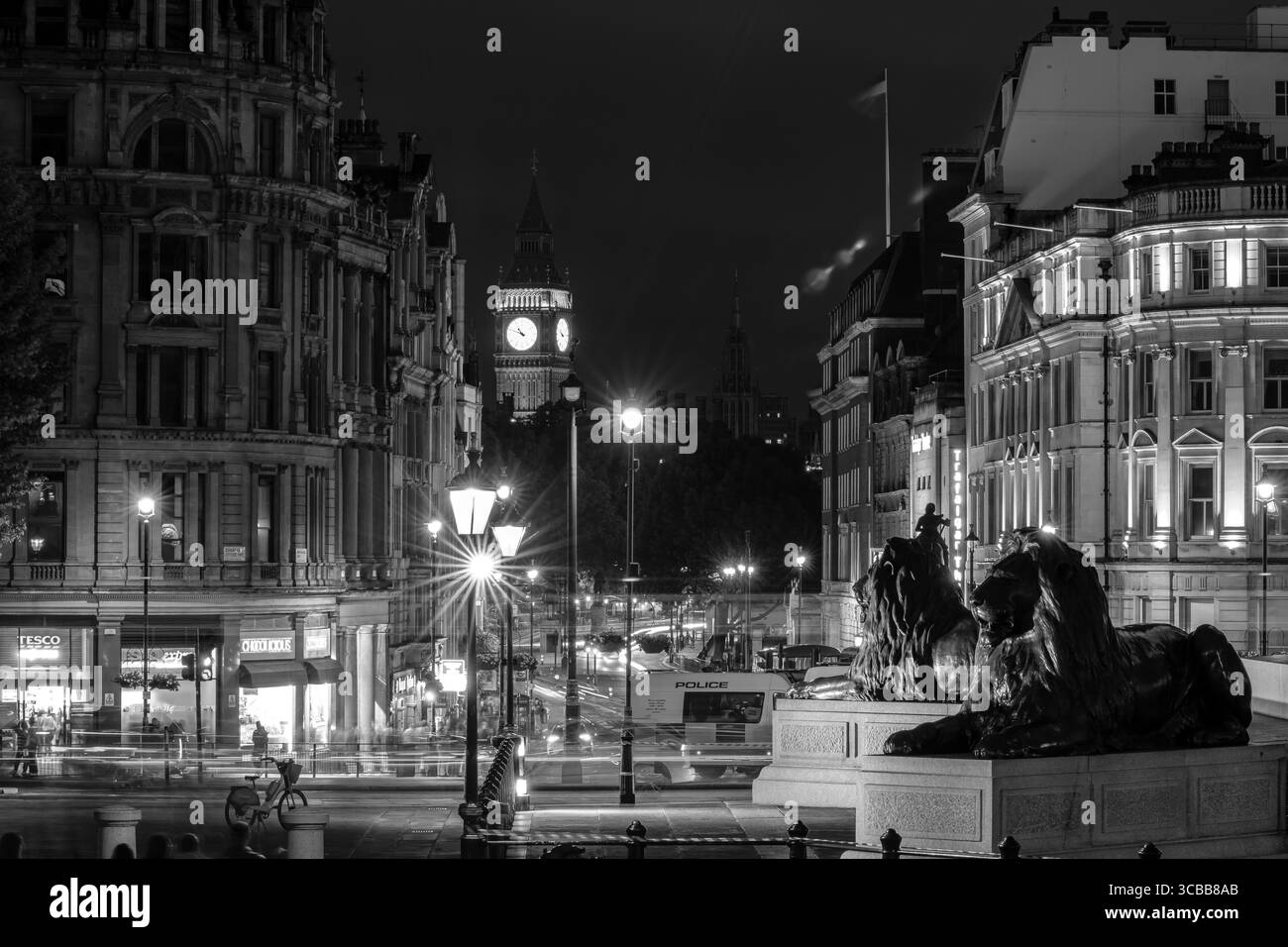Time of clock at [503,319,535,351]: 10:48
